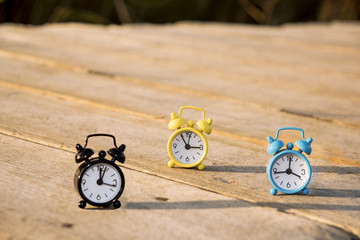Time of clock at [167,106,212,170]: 3:01
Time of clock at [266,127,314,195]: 3:43
